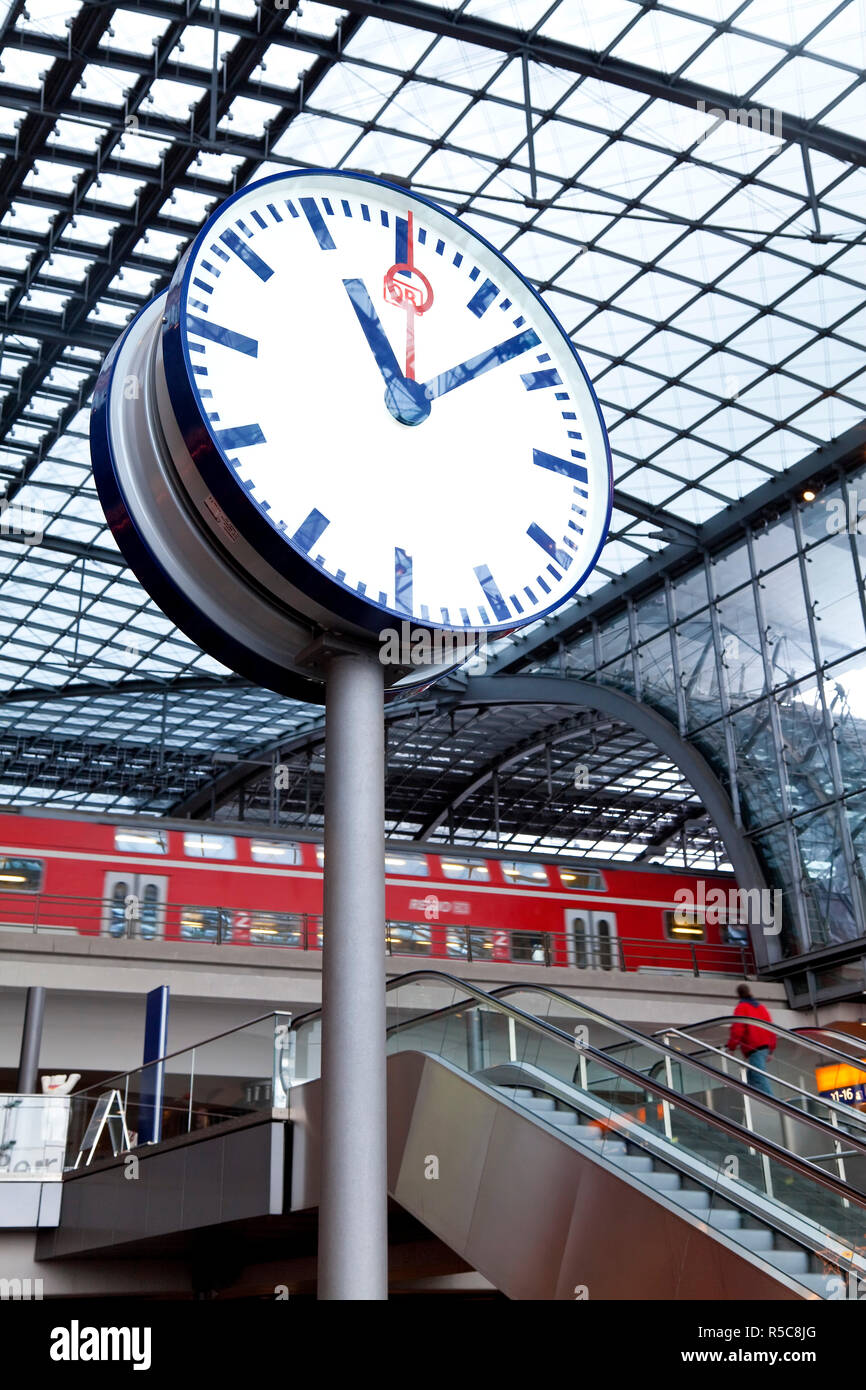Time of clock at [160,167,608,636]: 11:07
